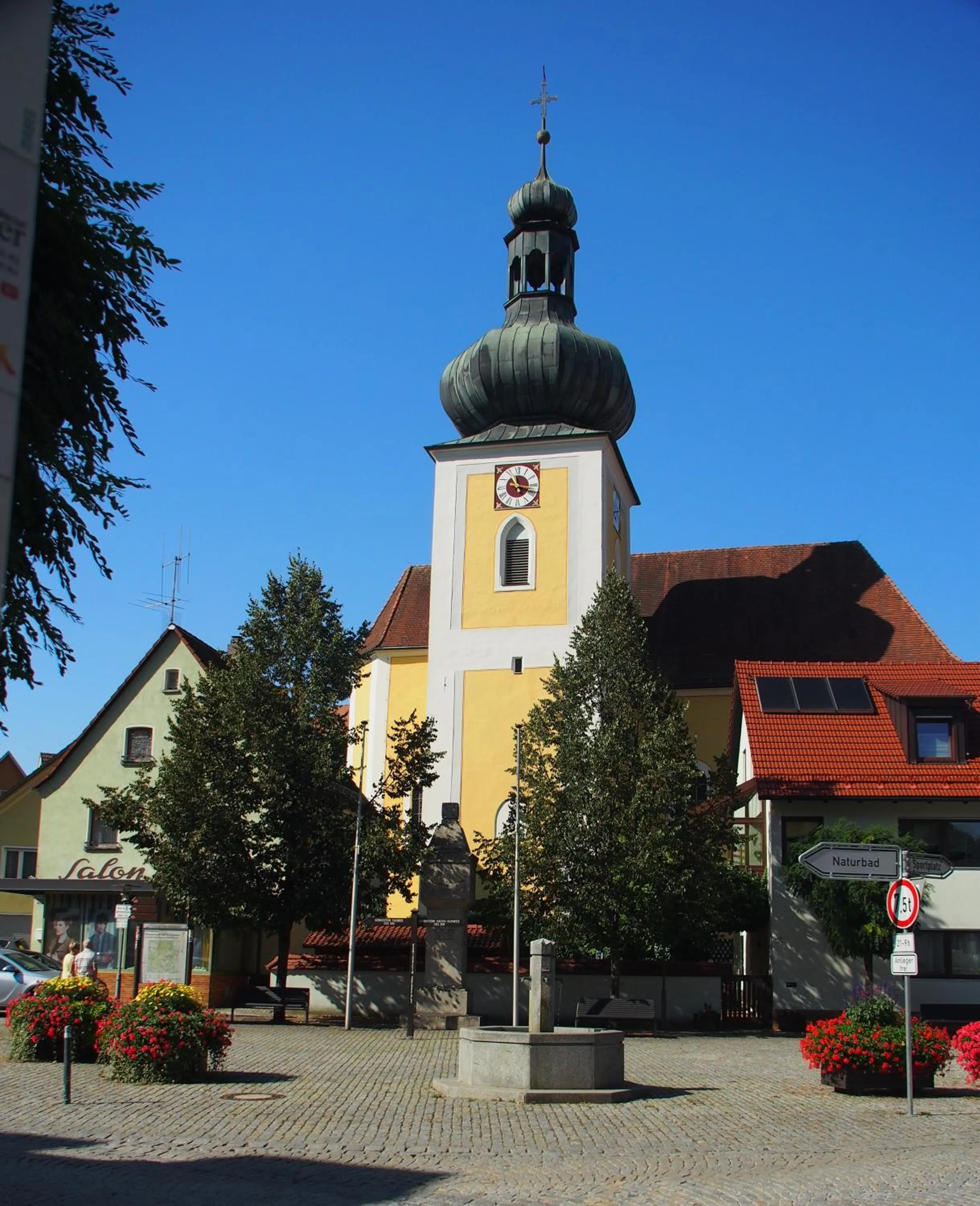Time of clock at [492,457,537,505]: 11:17
